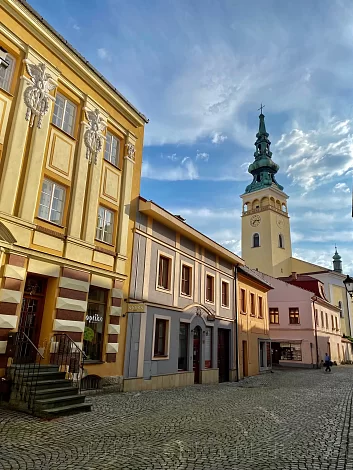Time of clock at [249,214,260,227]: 7:15
